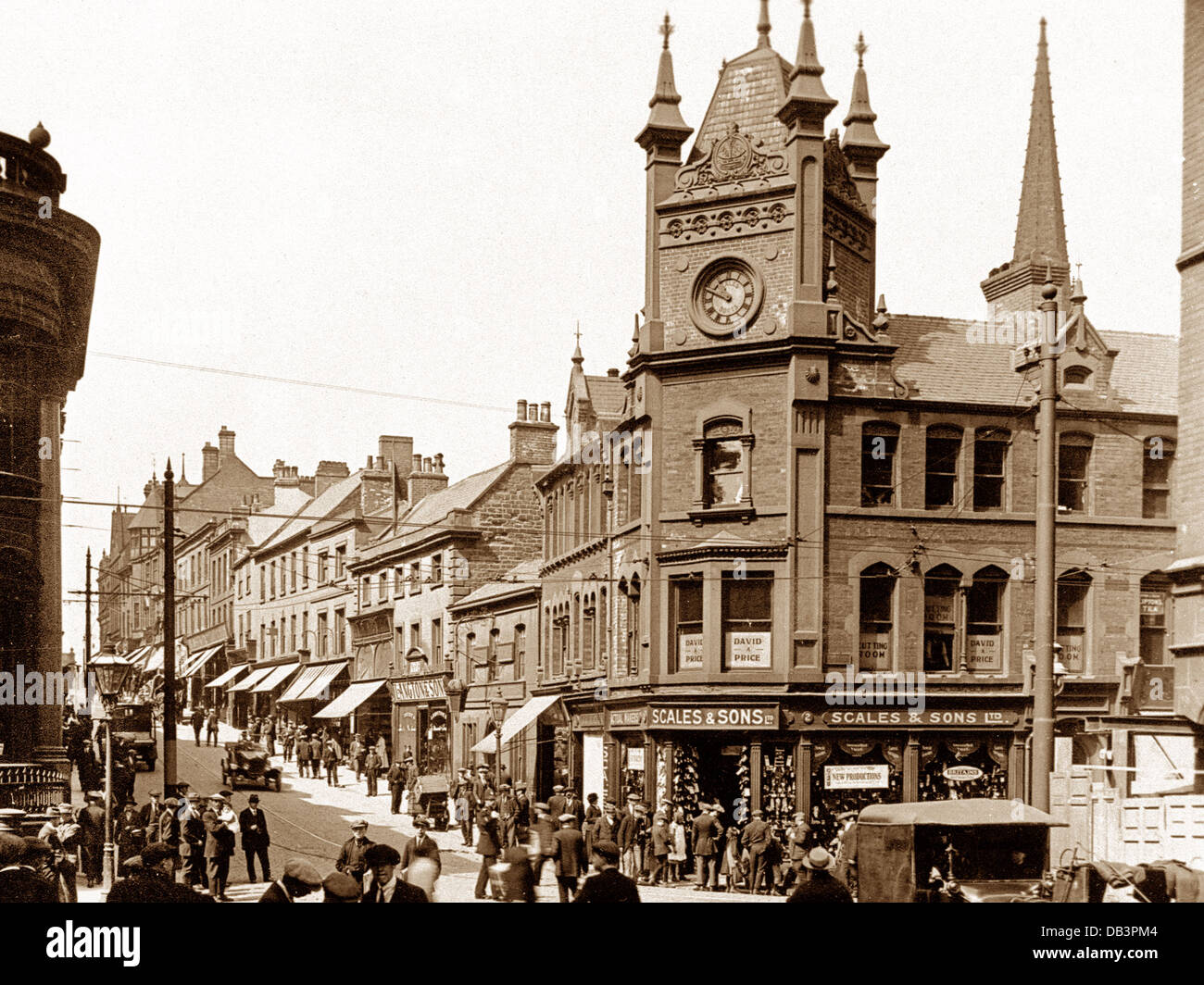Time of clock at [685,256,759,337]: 9:49
